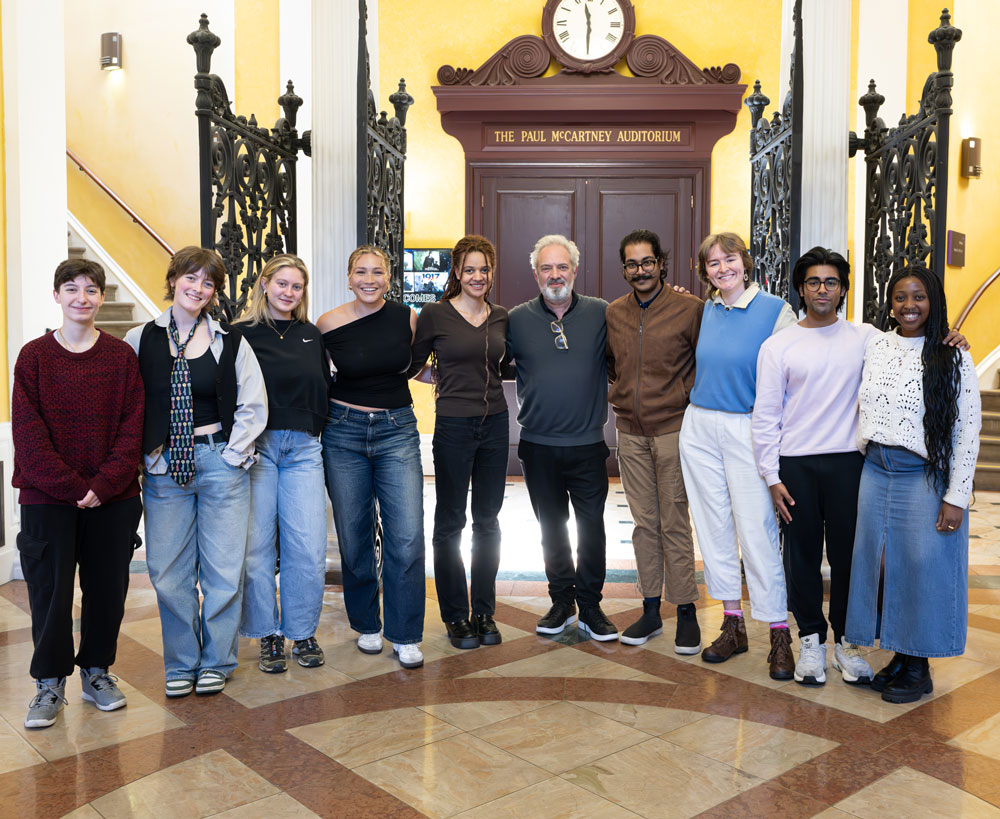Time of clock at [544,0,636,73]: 11:30
